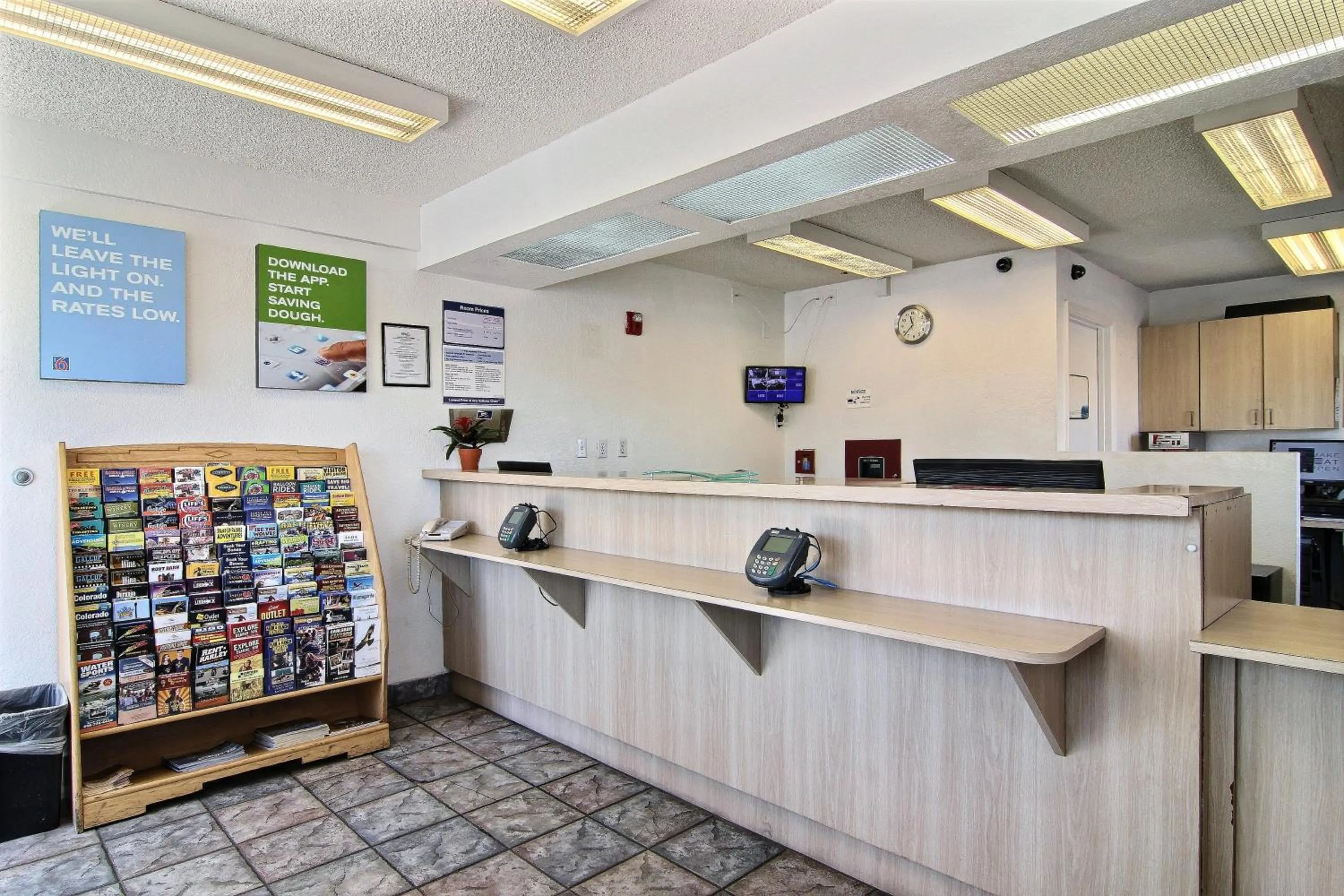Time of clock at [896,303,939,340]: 11:37
